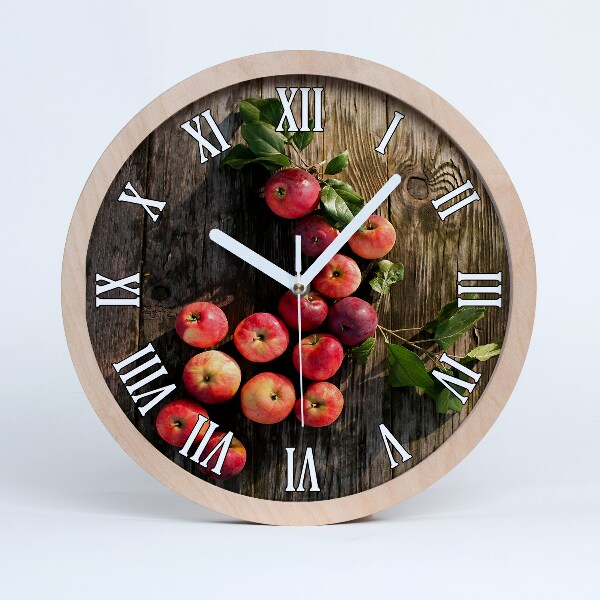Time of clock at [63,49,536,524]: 10:07
